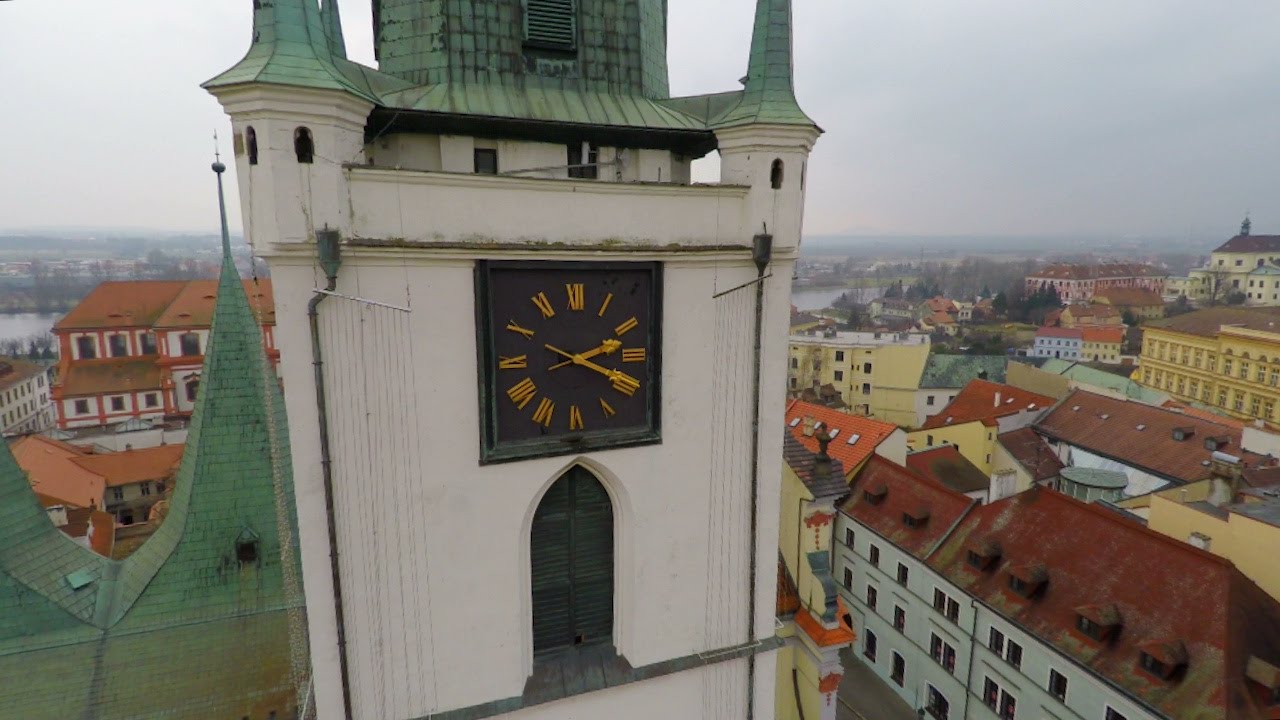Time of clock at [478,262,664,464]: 2:18
